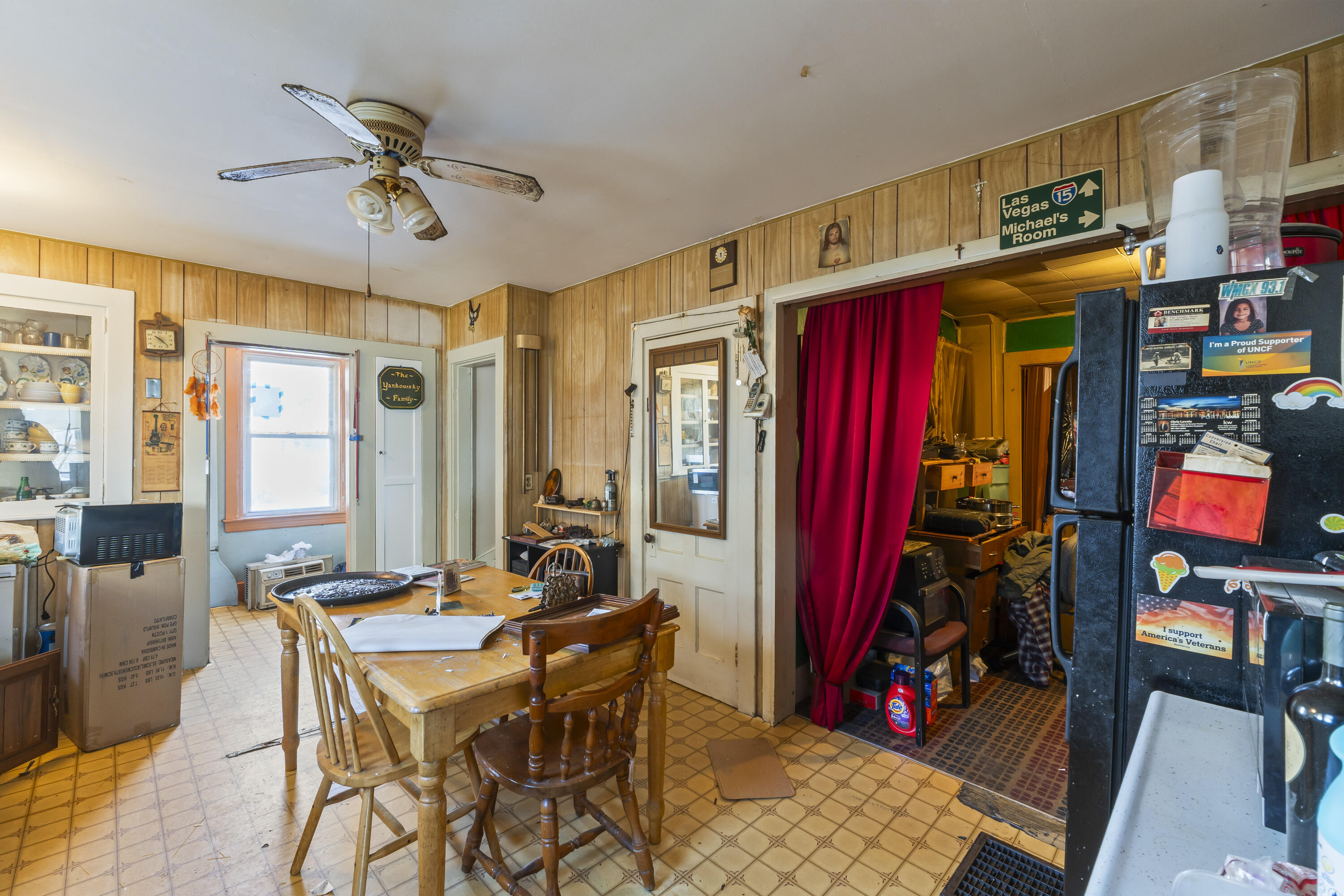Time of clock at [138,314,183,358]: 10:22
